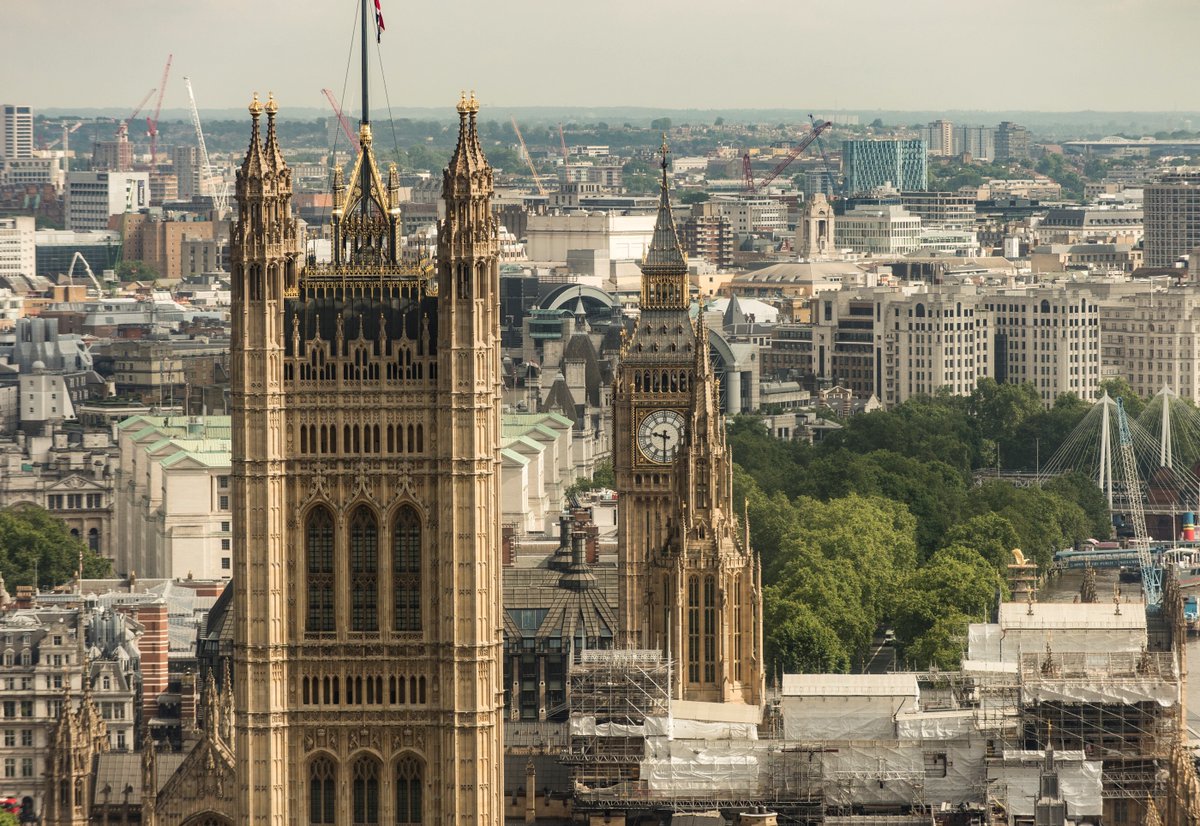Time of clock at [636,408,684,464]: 9:30
